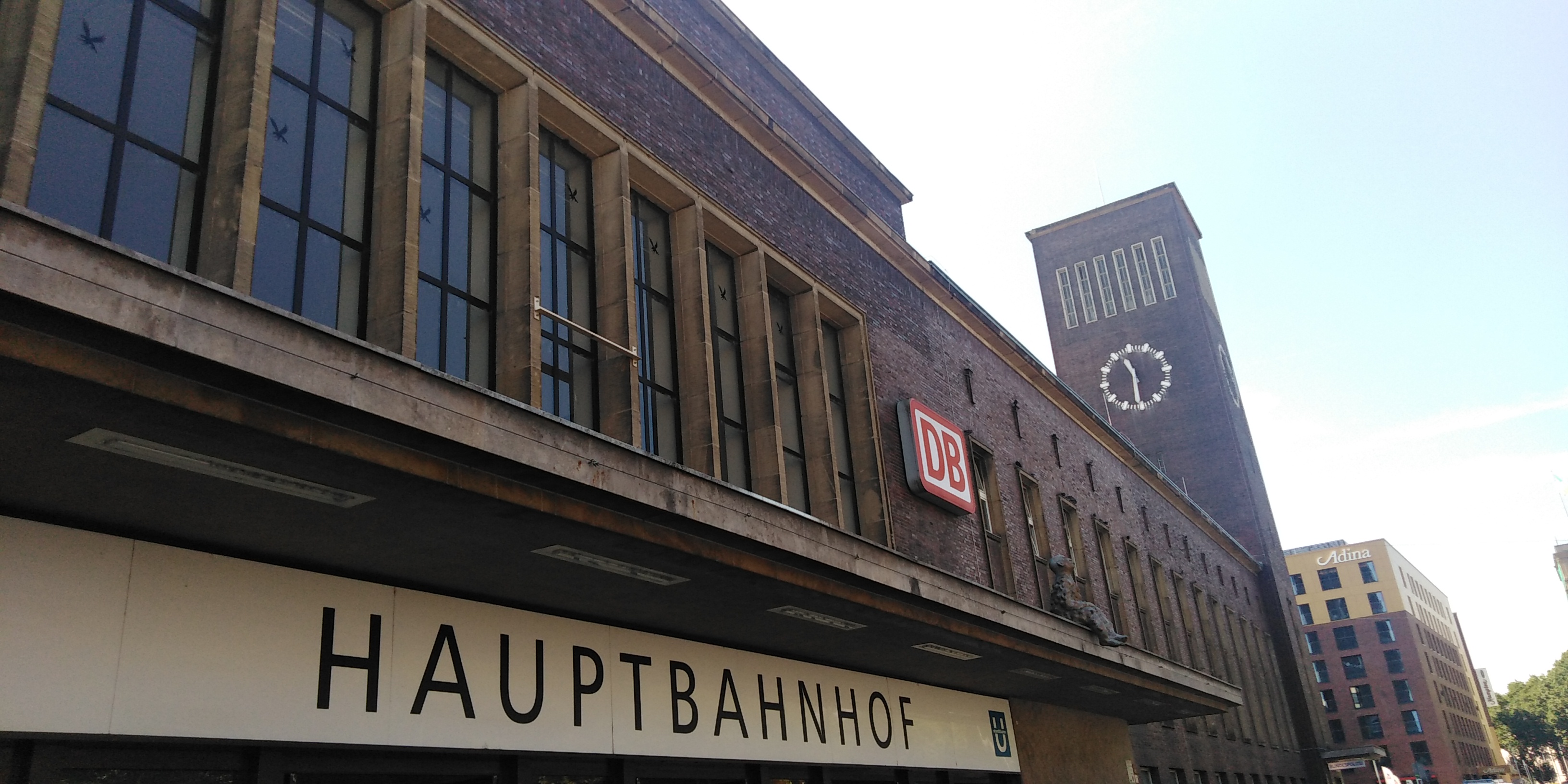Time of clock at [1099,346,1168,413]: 11:30
